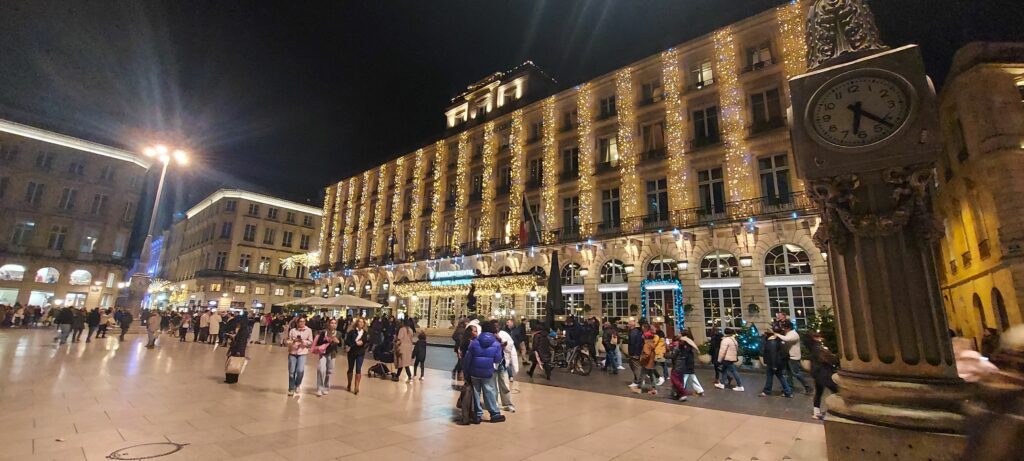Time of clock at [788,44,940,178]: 6:21
